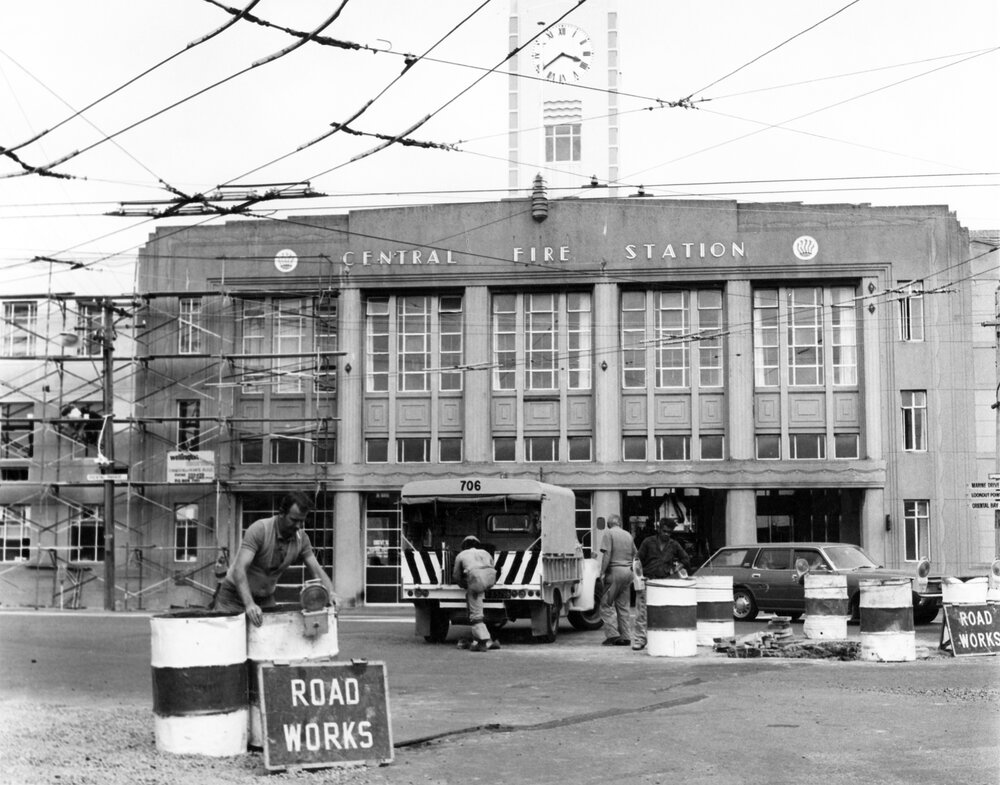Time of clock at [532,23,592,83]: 3:38
